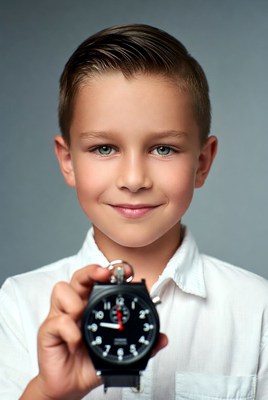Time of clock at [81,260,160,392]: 11:46
